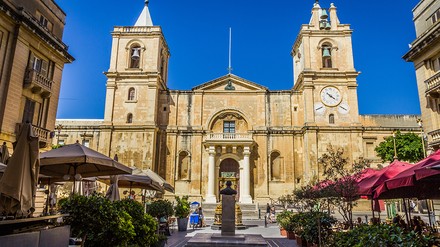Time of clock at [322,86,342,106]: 4:21
